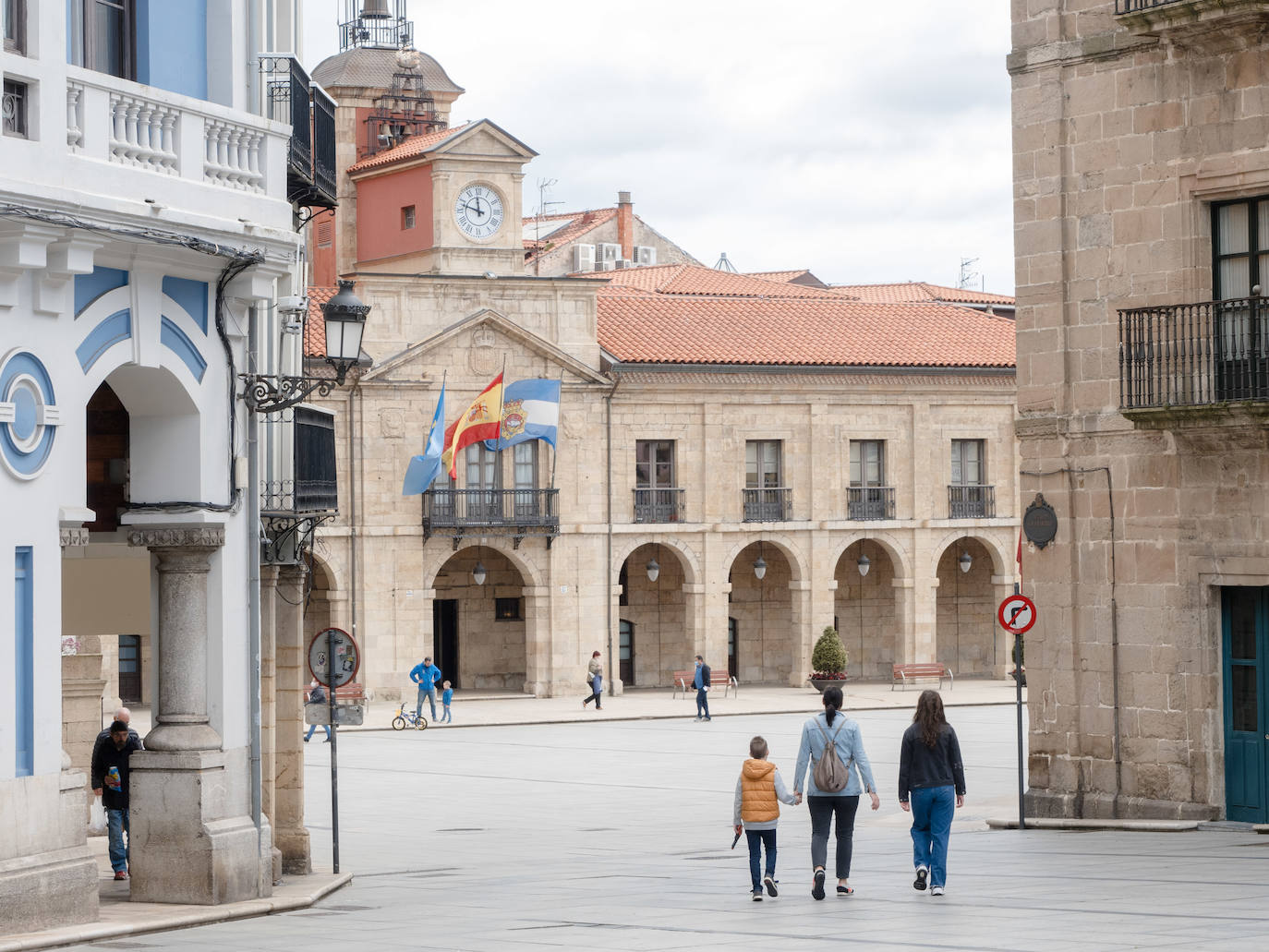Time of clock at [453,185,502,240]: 11:47
